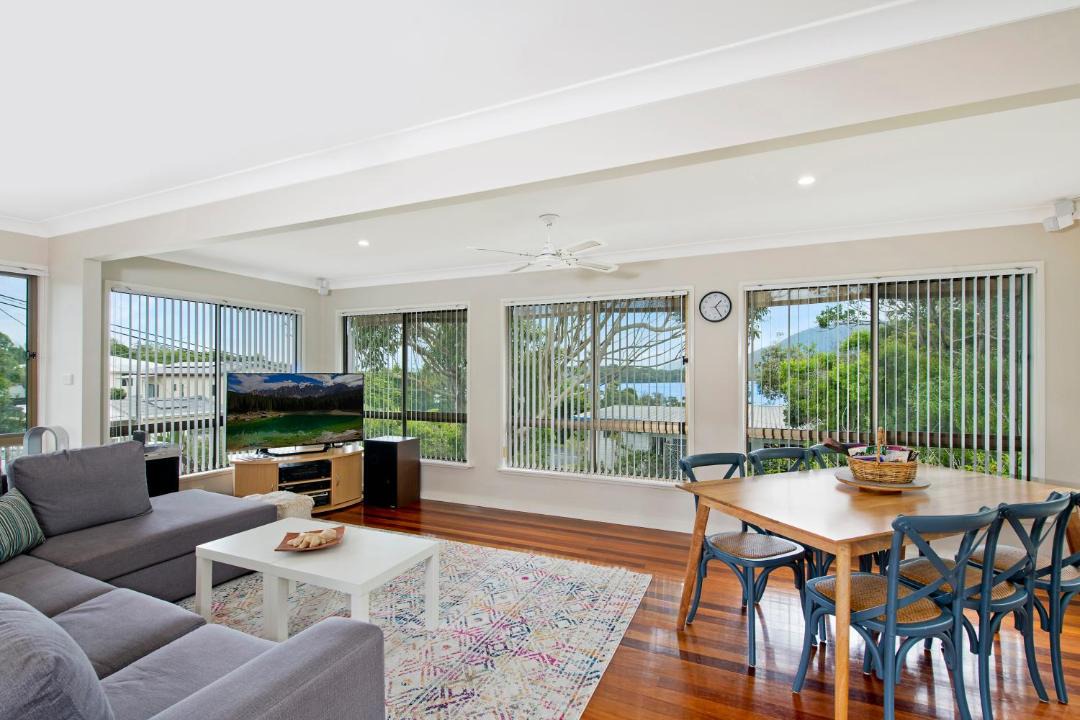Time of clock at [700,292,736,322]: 1:24
